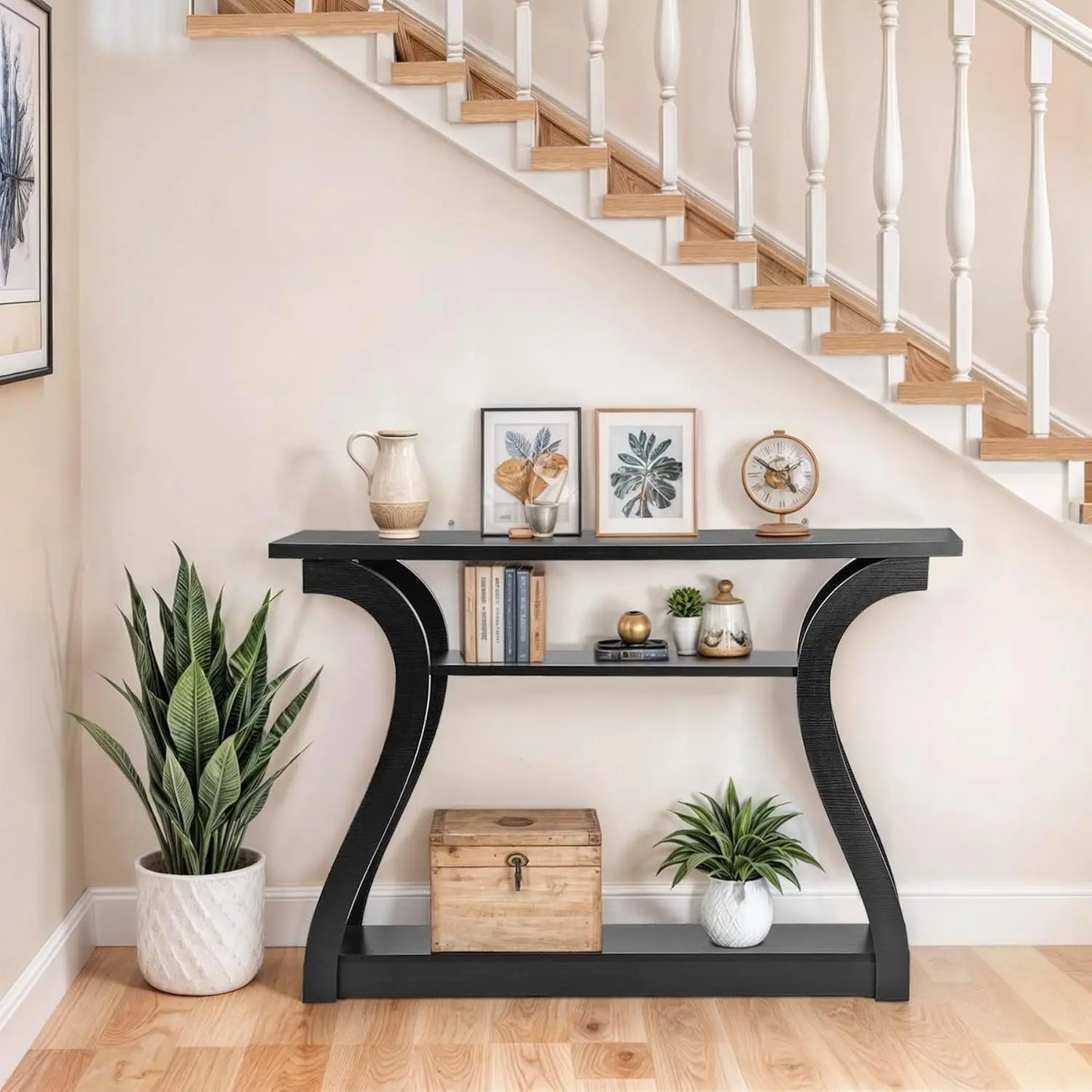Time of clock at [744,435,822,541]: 1:50
